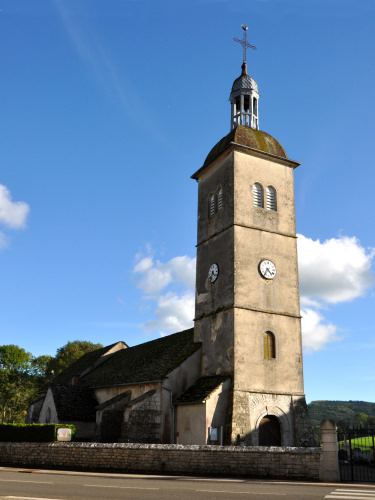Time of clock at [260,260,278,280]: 4:35
